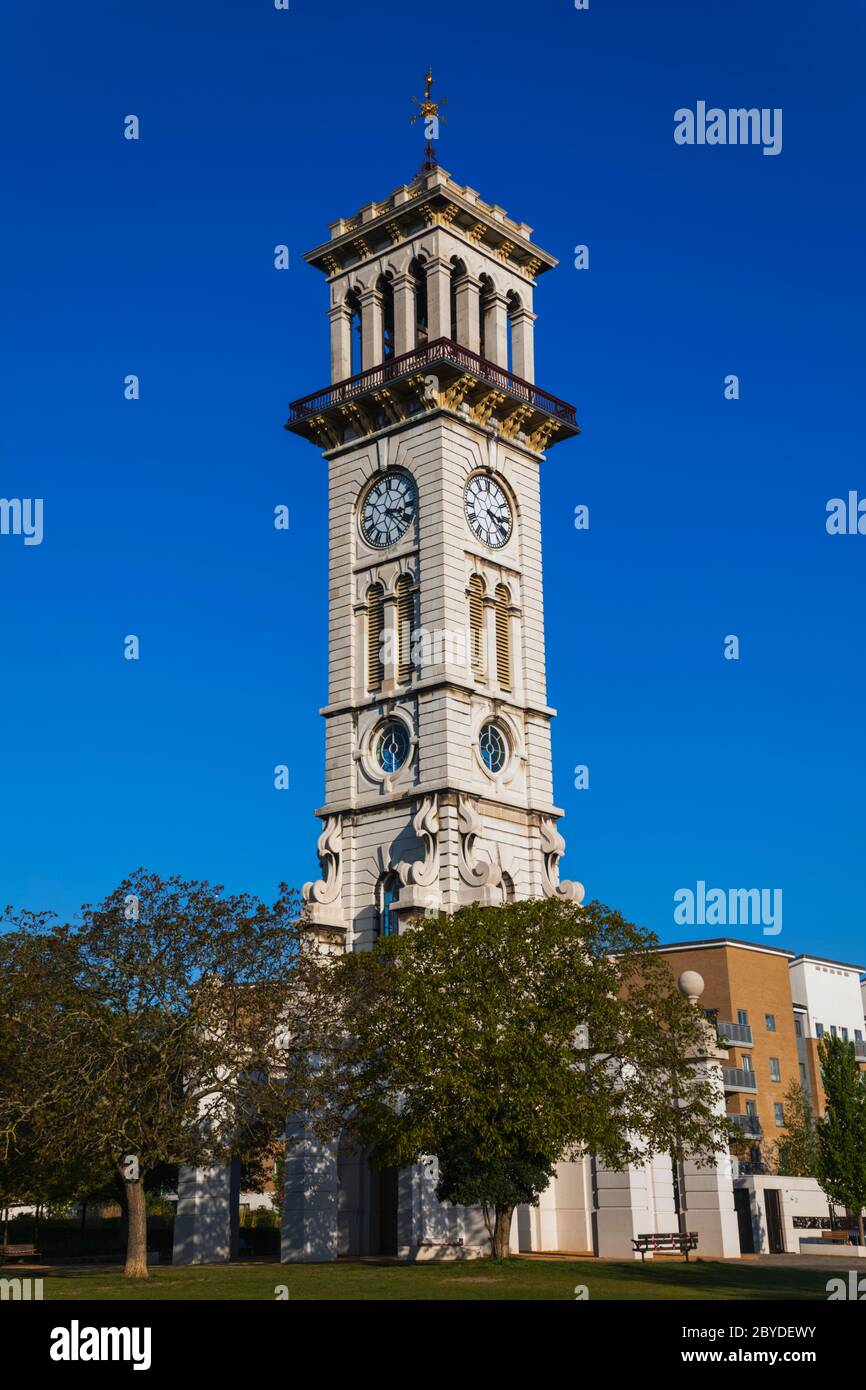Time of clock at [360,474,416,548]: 3:22
